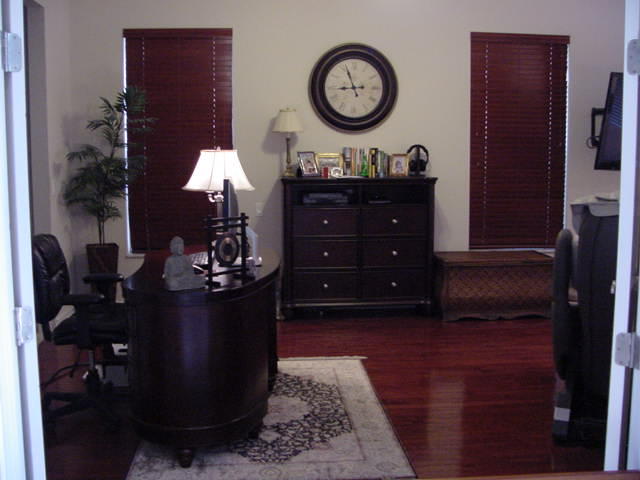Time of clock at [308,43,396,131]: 8:56
